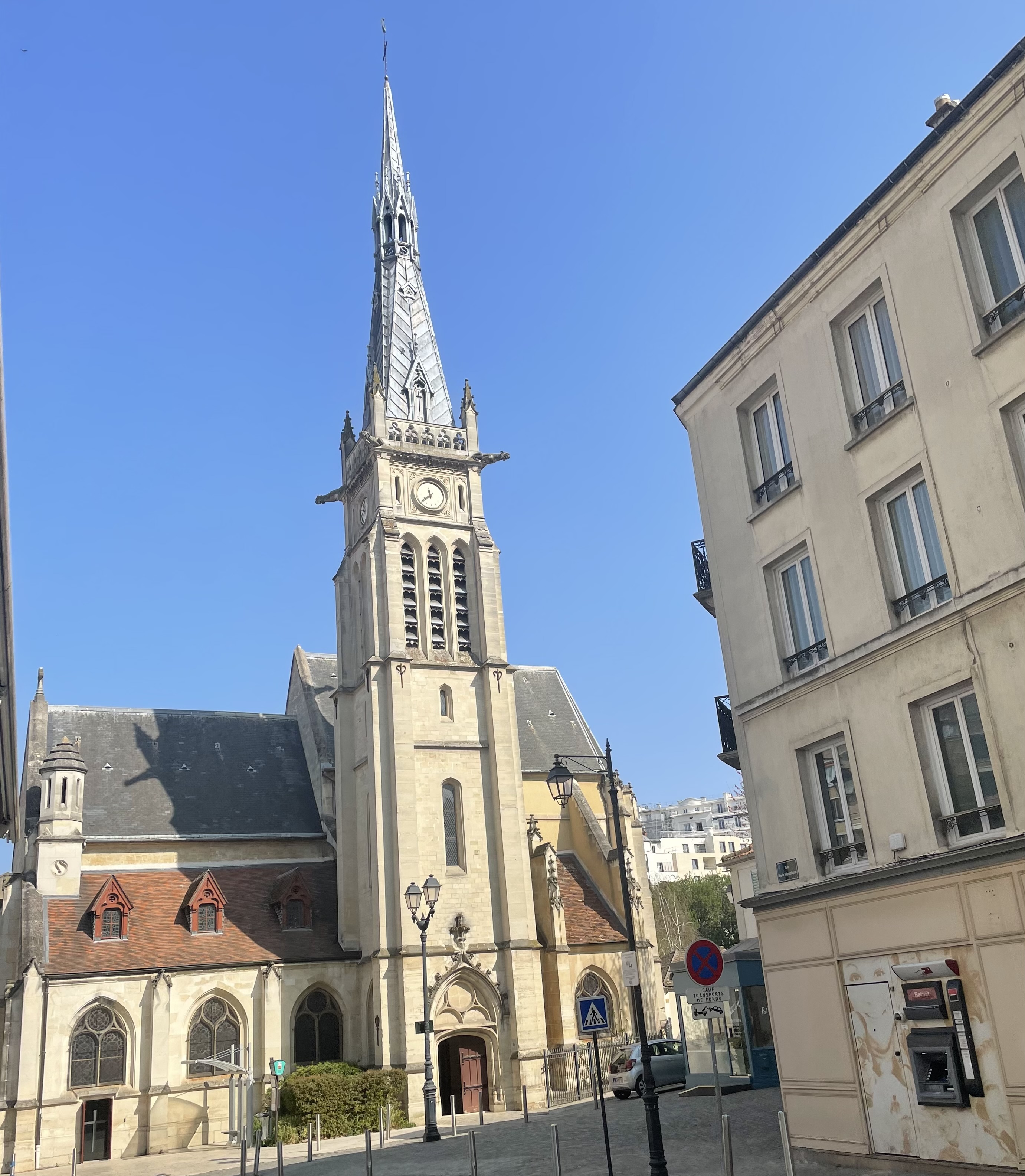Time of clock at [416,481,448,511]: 11:39
